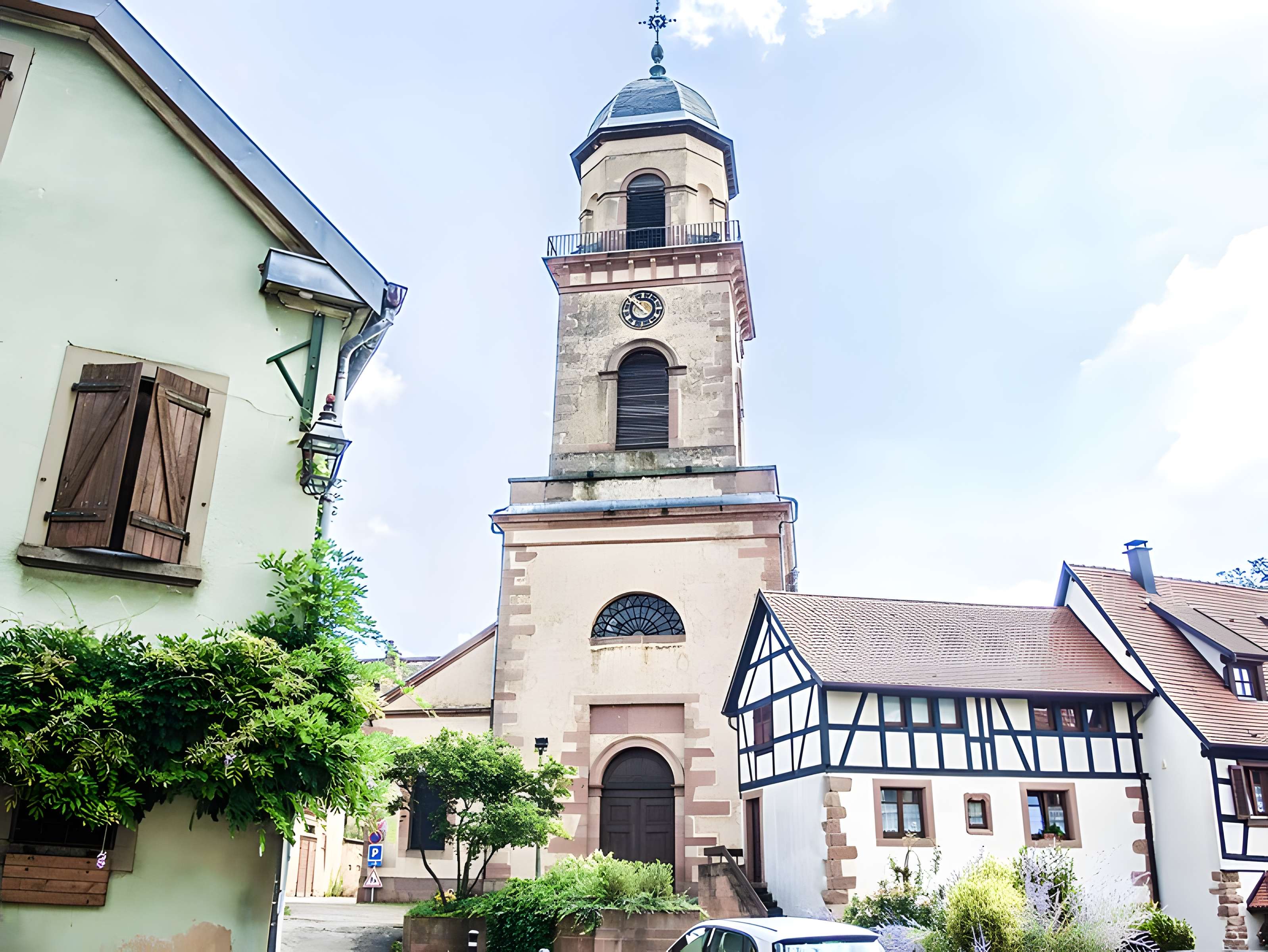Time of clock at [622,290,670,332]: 3:52
